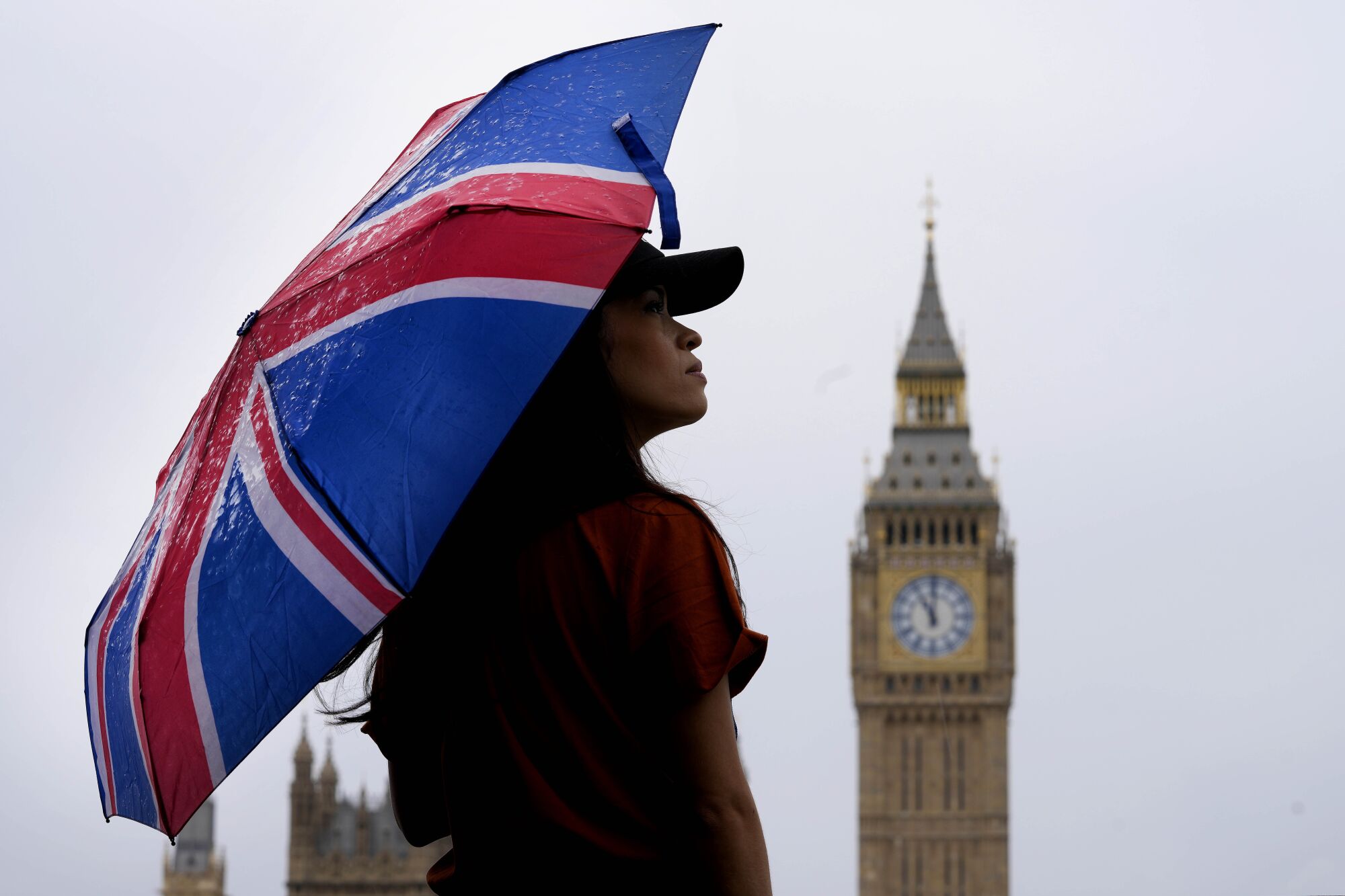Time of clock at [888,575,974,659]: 11:00
